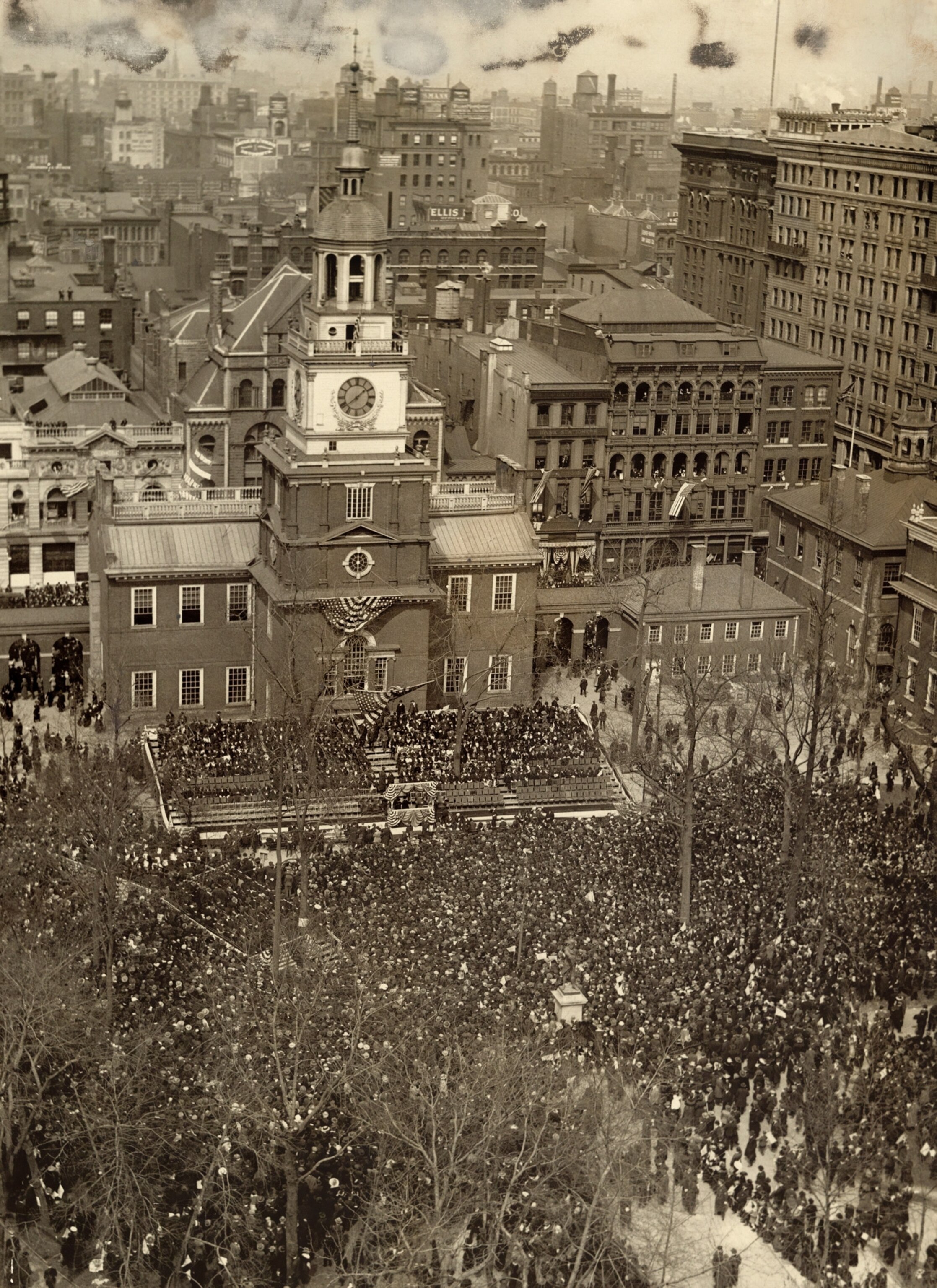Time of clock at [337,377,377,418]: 1:38
